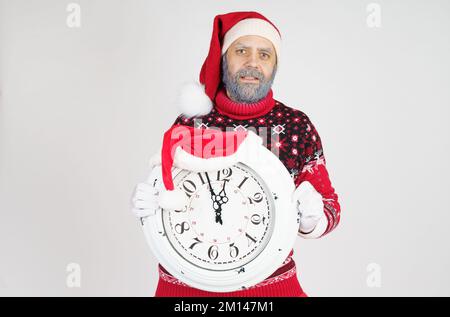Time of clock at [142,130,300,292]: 11:55
